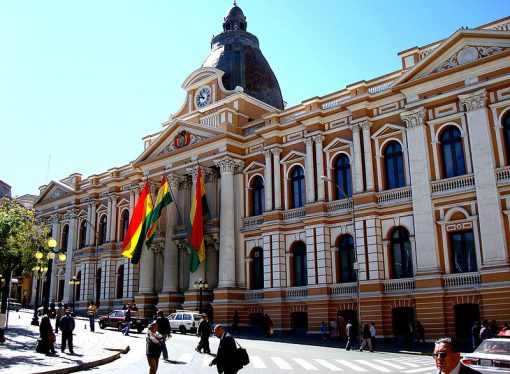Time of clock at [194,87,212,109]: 10:47
